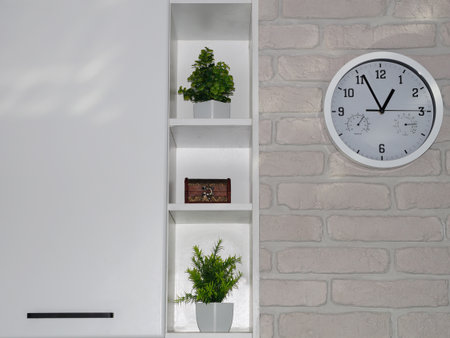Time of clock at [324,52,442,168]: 12:55
